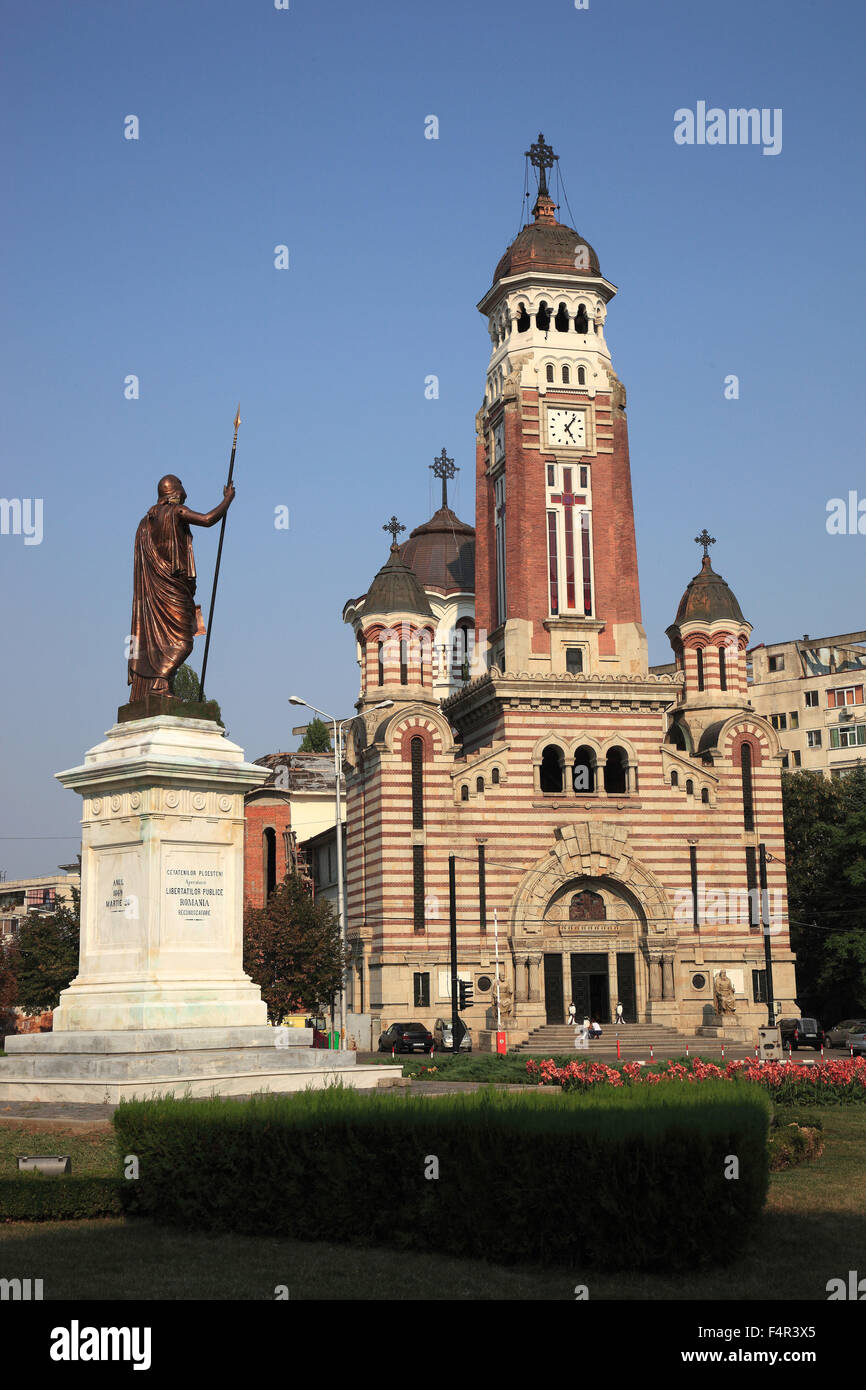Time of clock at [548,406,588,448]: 5:06
